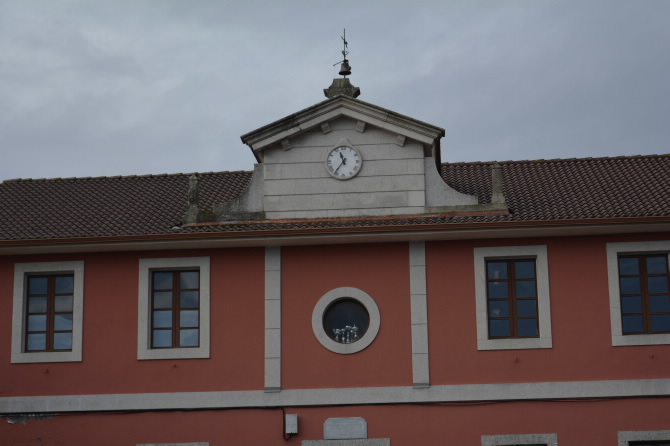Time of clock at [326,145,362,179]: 11:36
